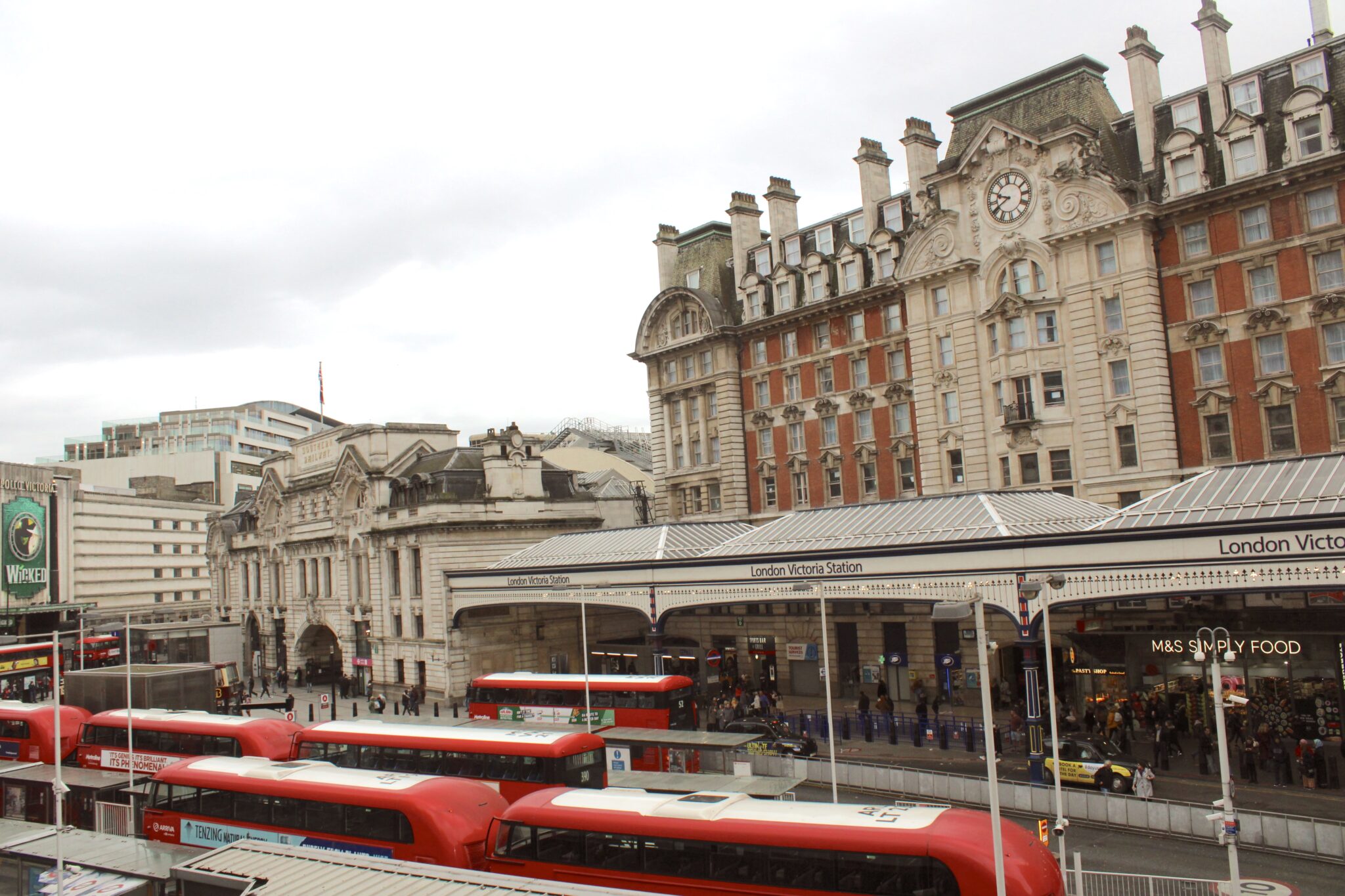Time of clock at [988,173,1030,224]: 9:40
